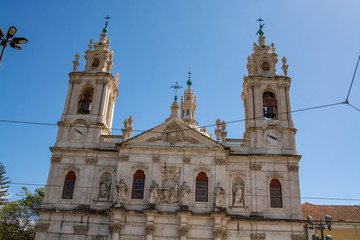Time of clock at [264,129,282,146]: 3:48
